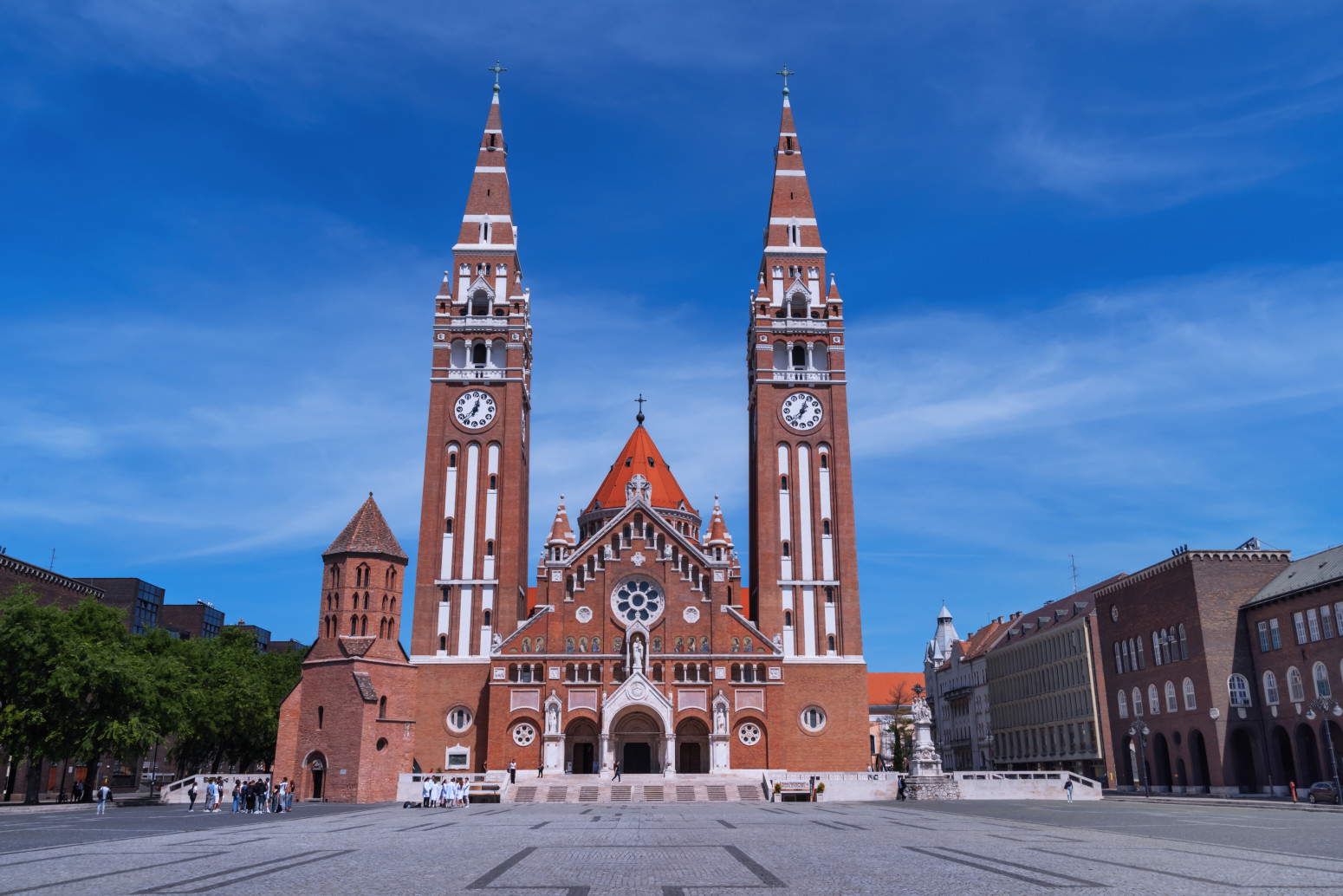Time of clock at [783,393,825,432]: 7:03
